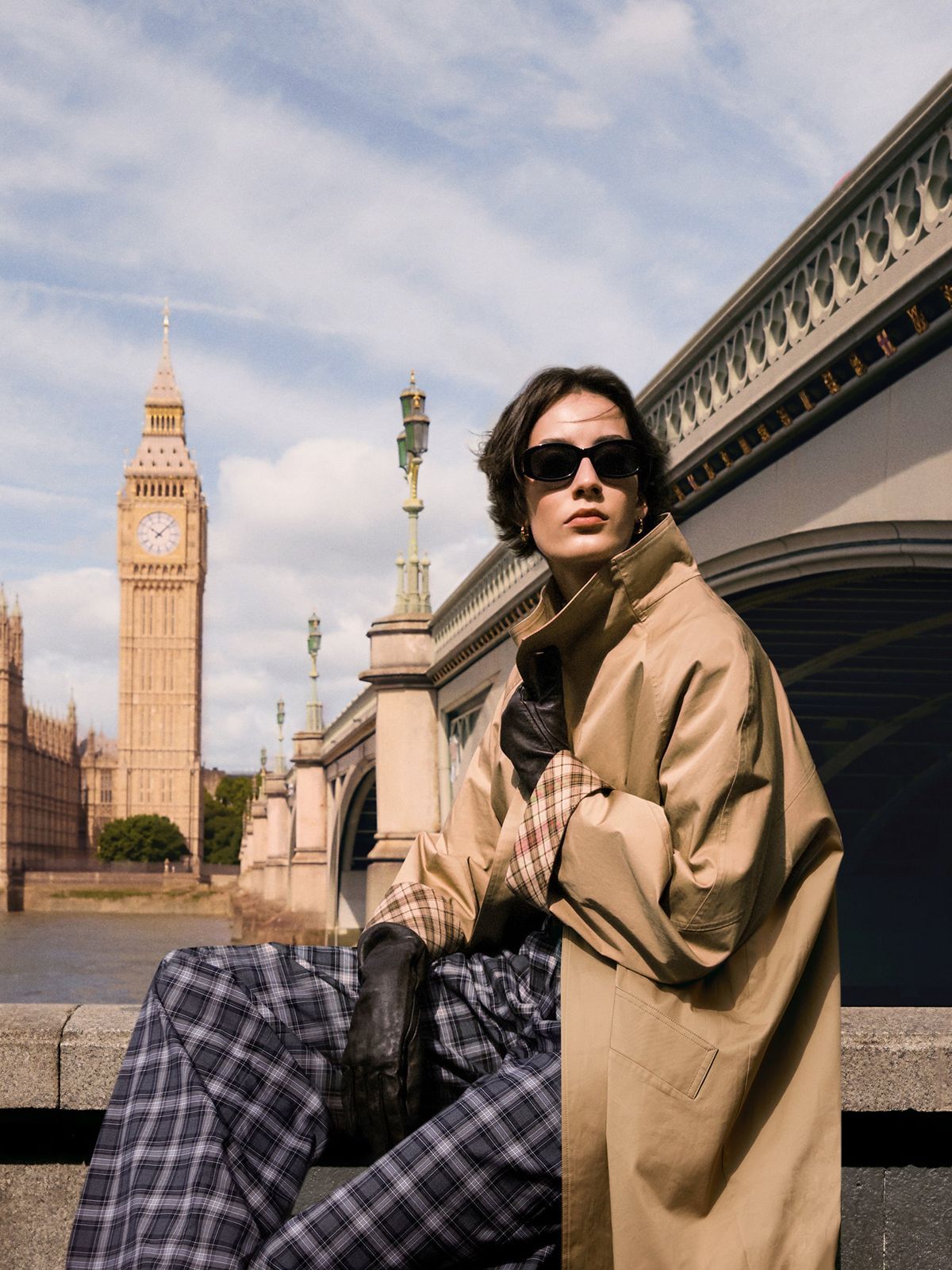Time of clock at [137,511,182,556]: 10:07
